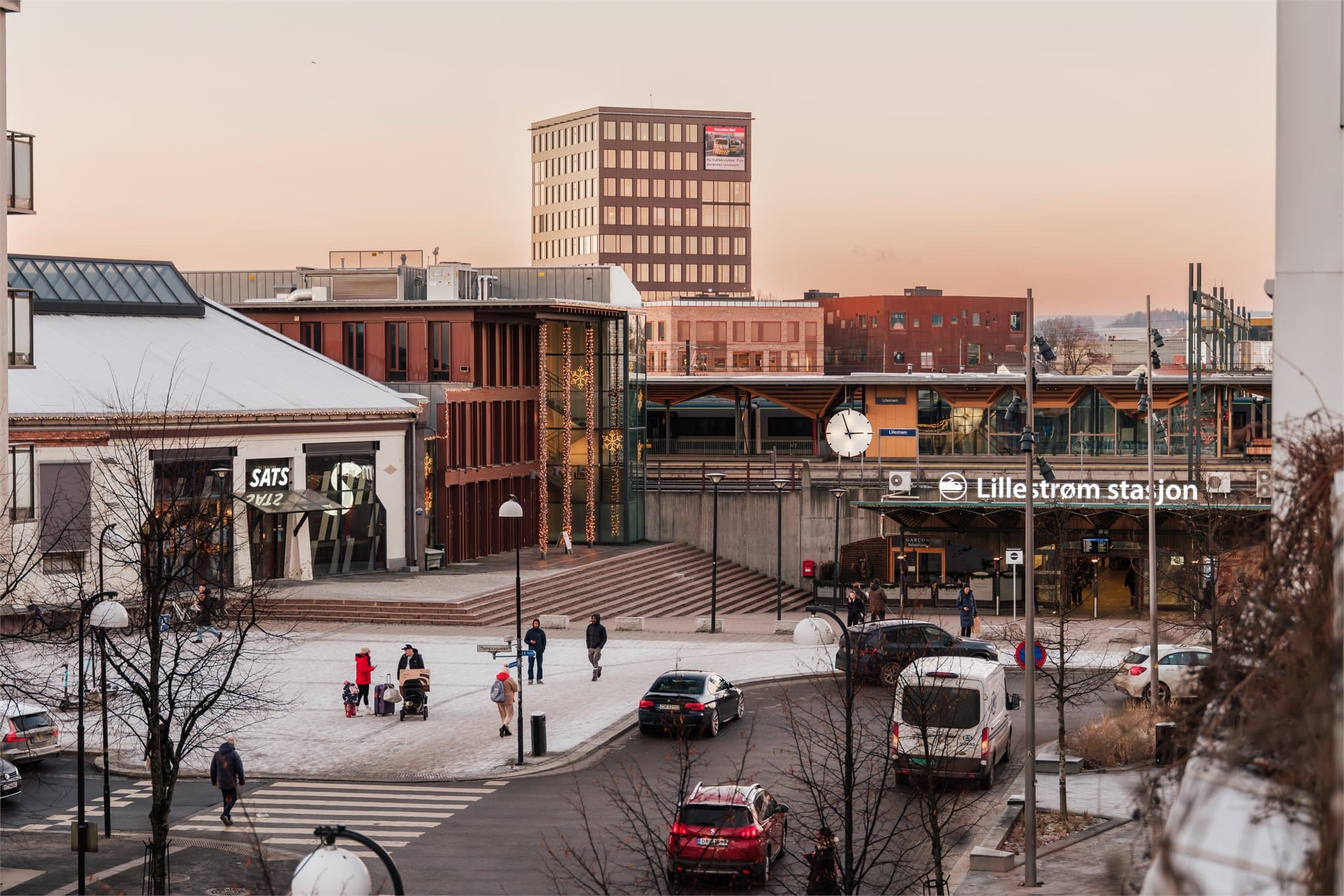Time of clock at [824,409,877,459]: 2:56
